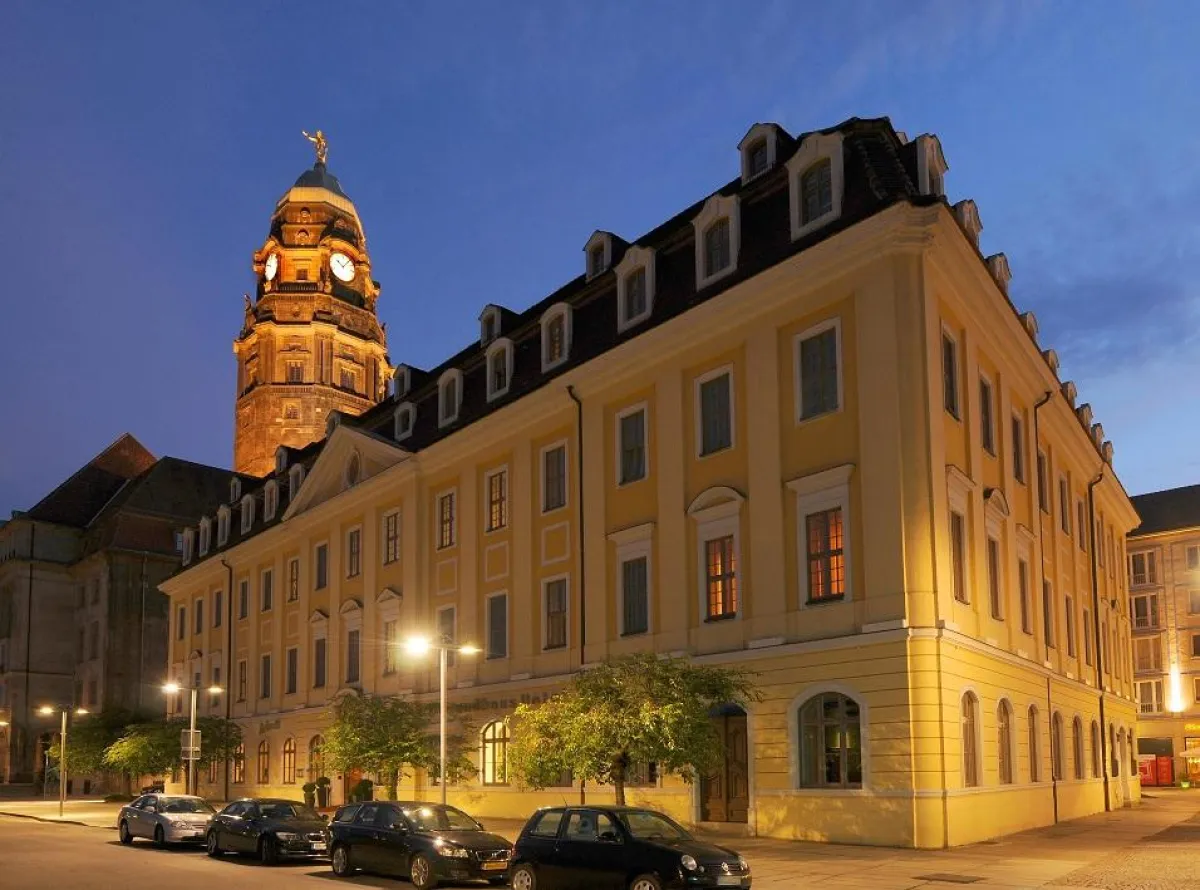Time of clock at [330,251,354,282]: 10:07
